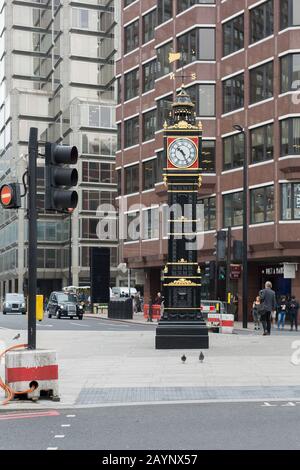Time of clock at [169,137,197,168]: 10:26
